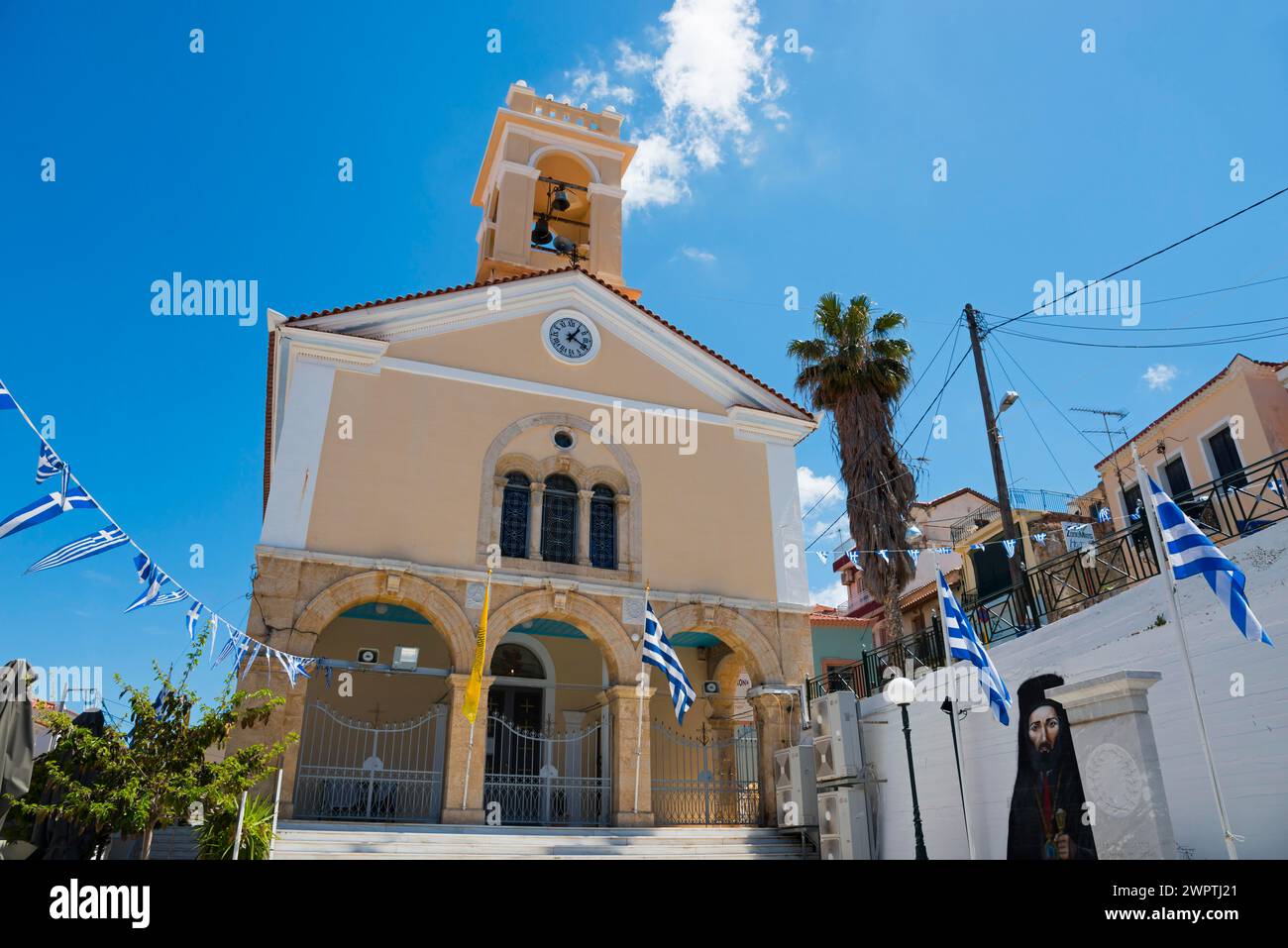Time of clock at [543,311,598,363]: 1:19
